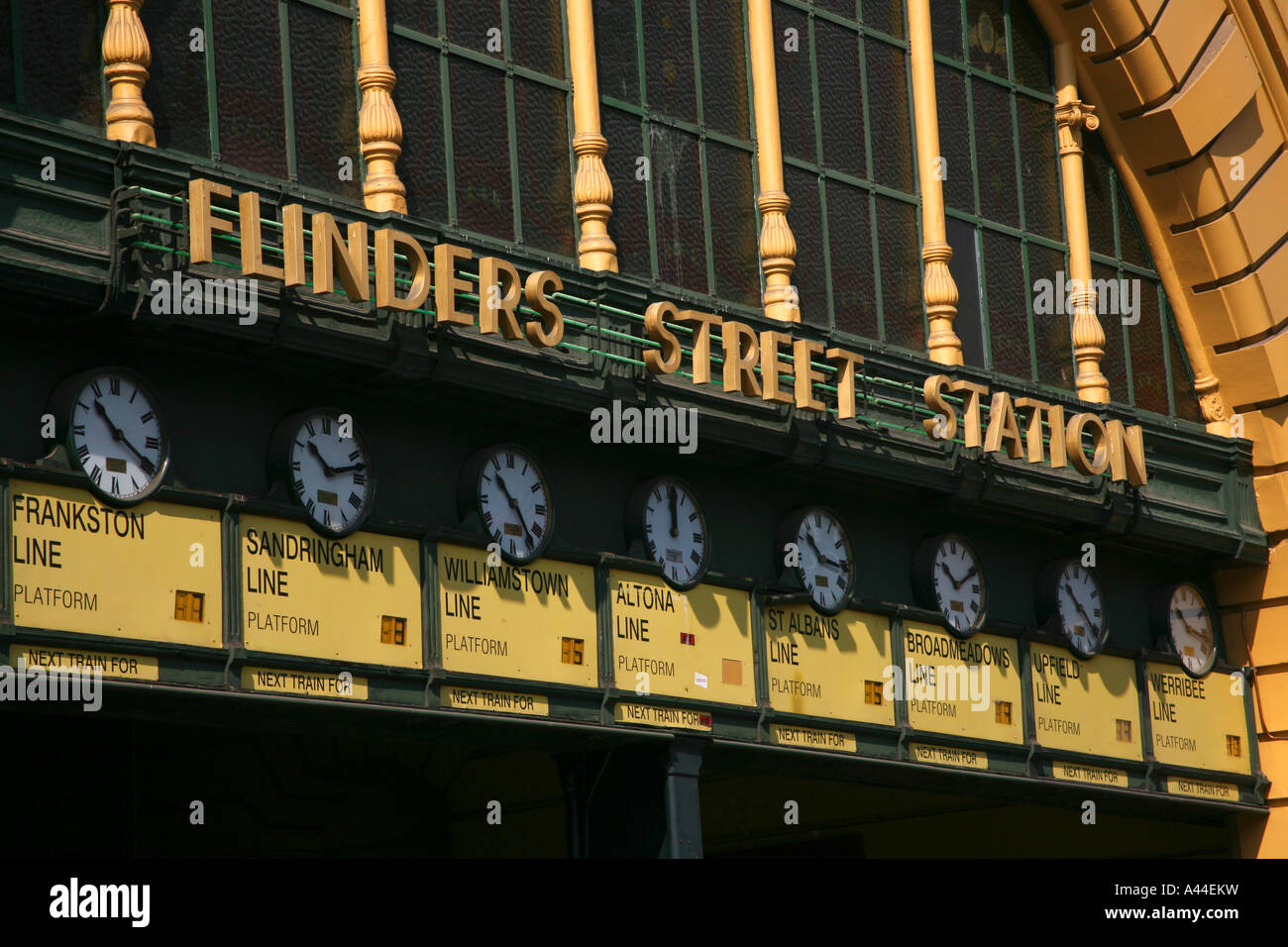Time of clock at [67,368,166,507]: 10:20
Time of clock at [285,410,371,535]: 10:12
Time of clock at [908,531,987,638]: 10:10
